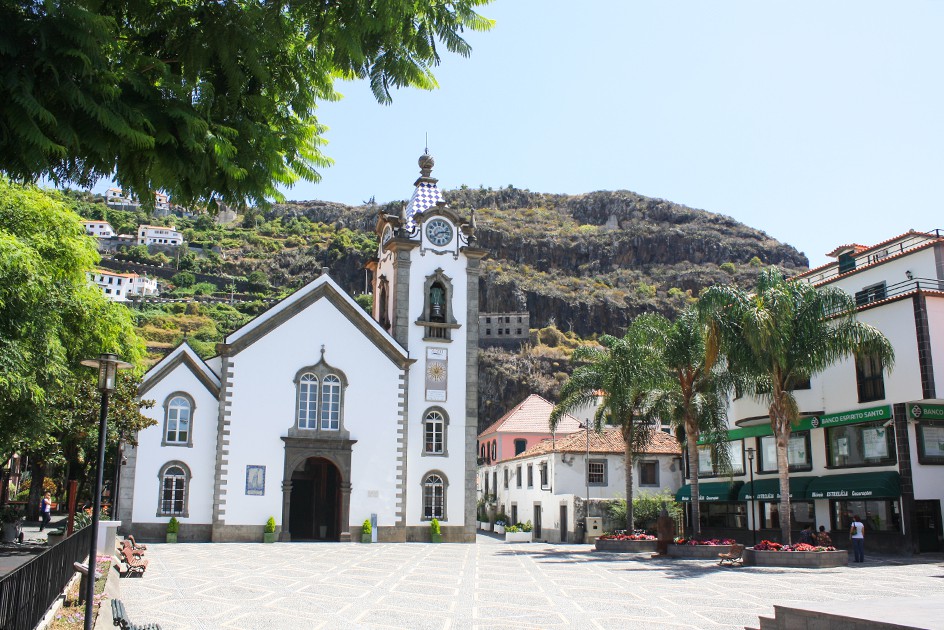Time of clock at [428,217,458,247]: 2:38
